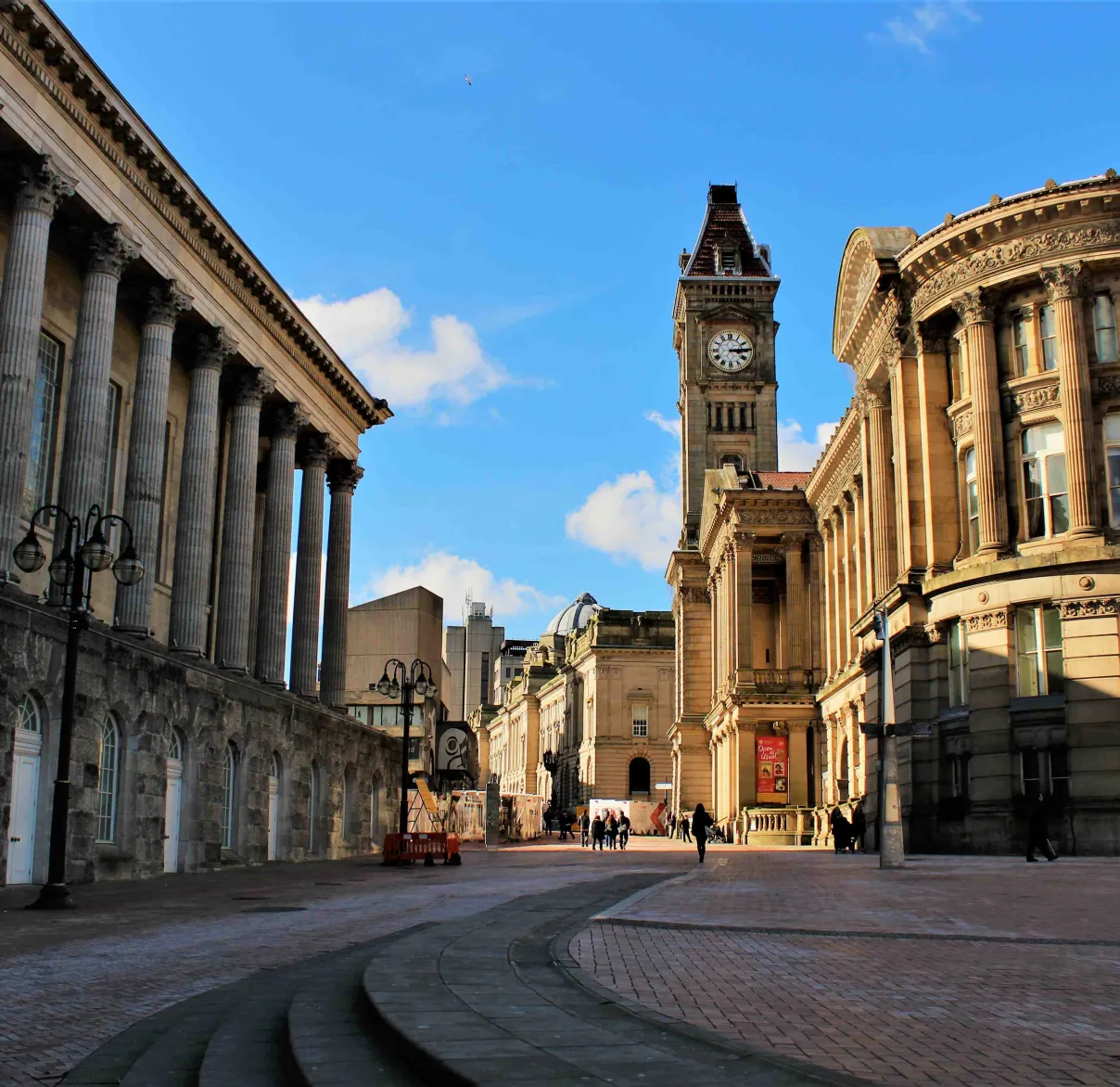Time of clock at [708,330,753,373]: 3:14
